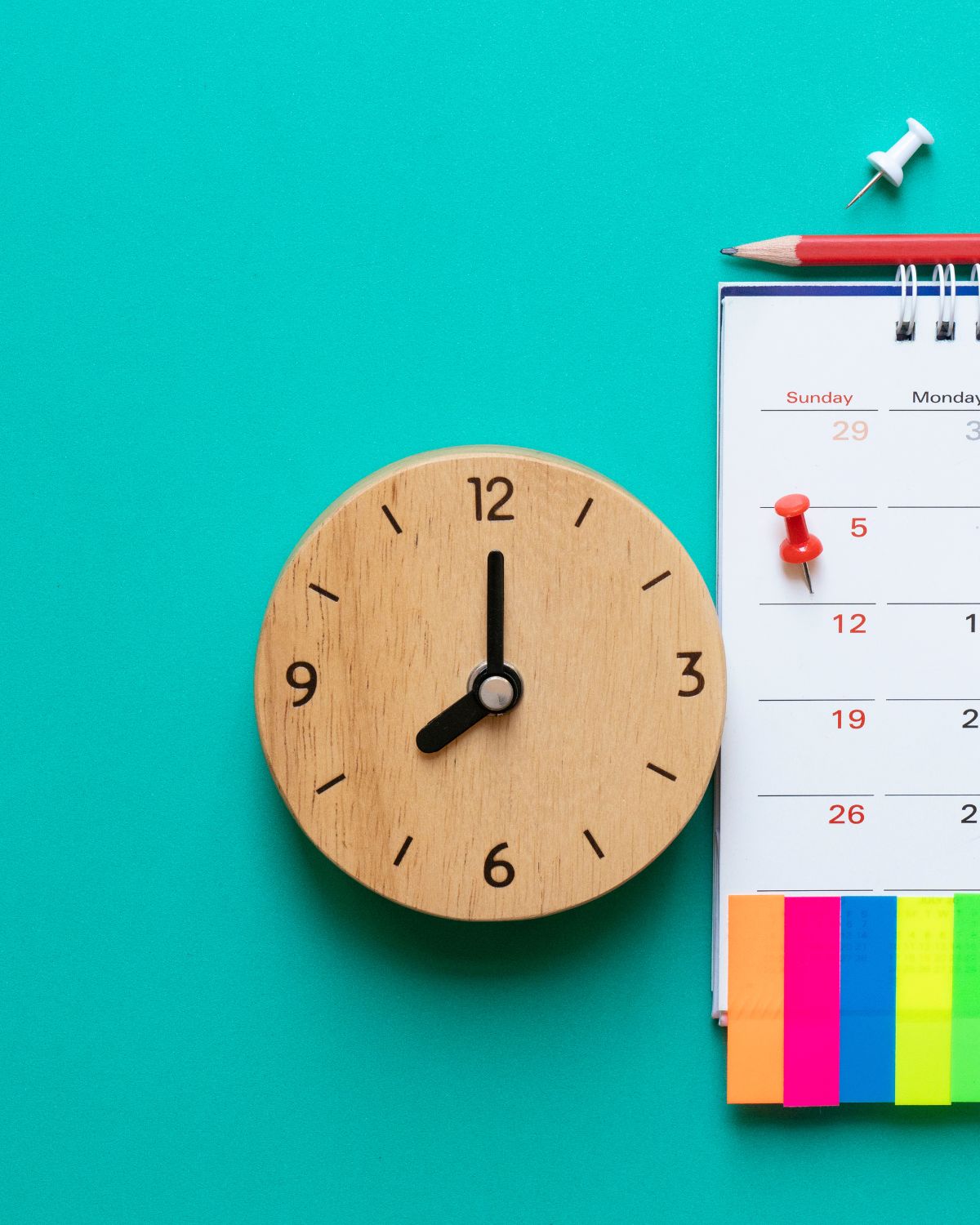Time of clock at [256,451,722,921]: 8:00
